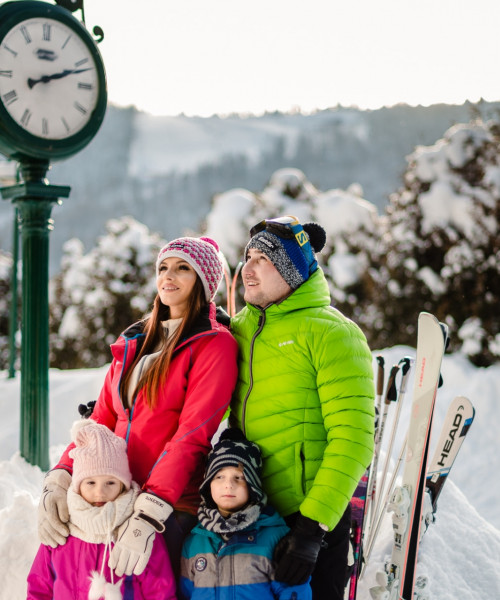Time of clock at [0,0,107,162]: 2:11
